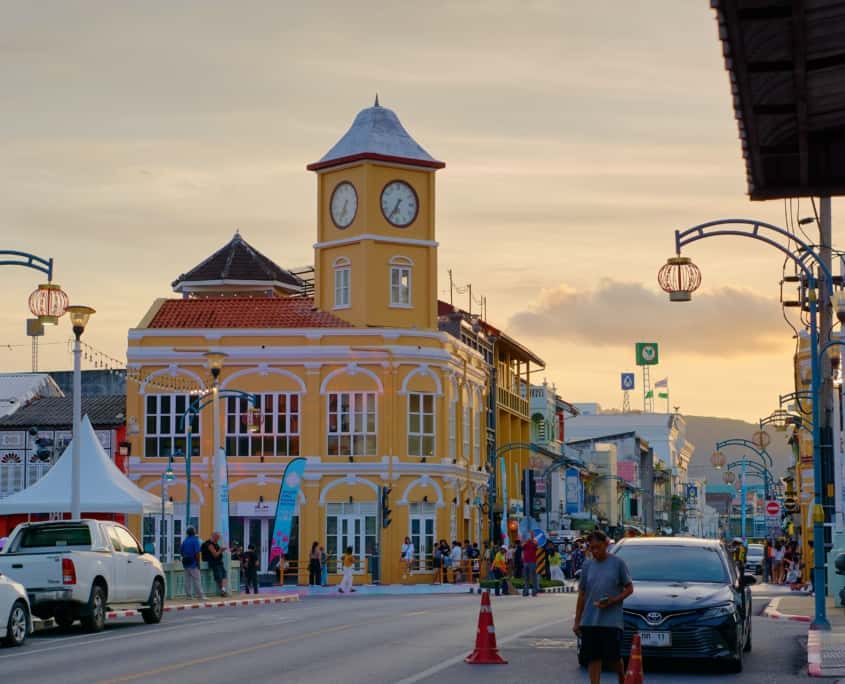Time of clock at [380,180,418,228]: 6:35
